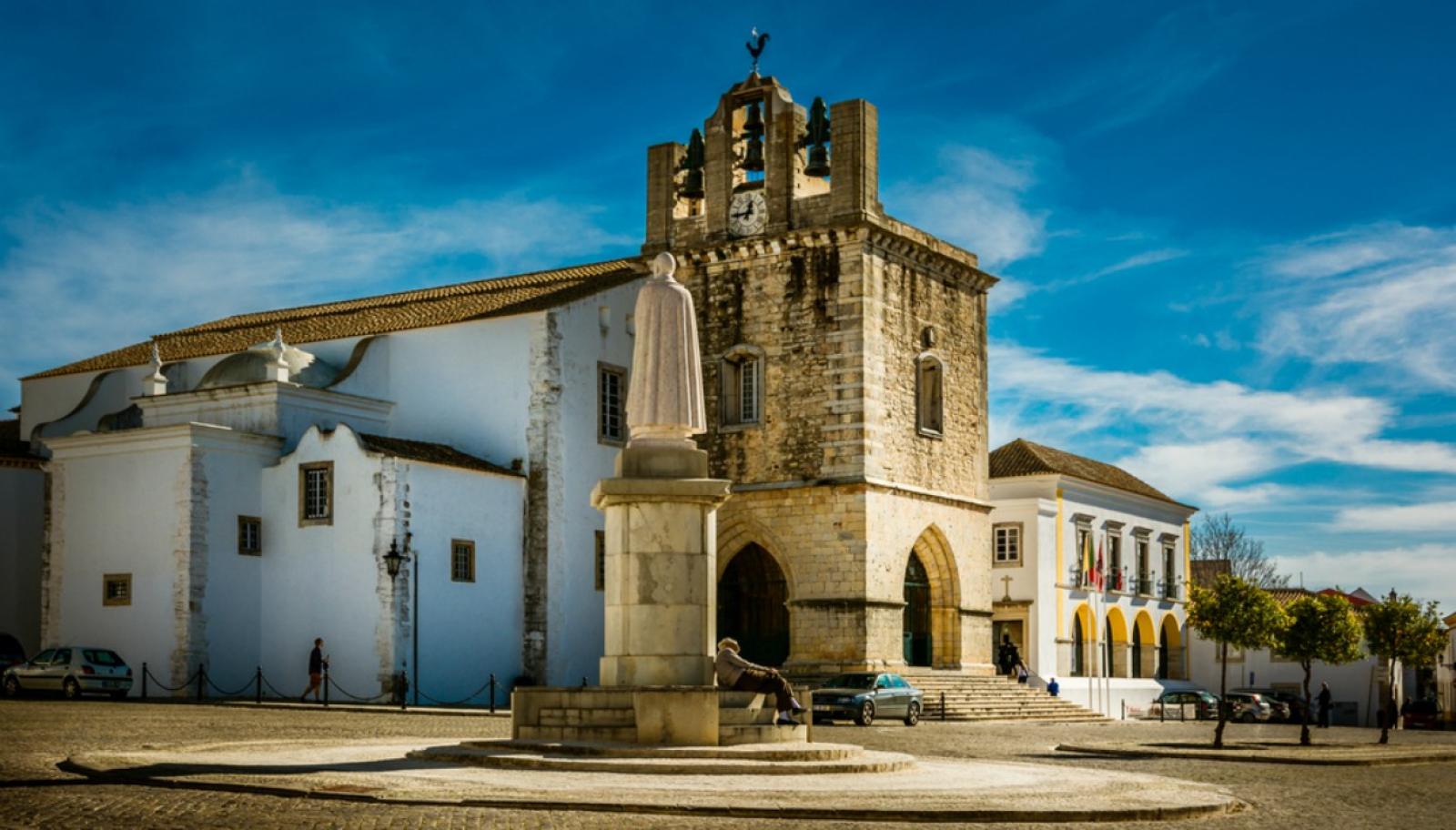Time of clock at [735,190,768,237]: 12:43
